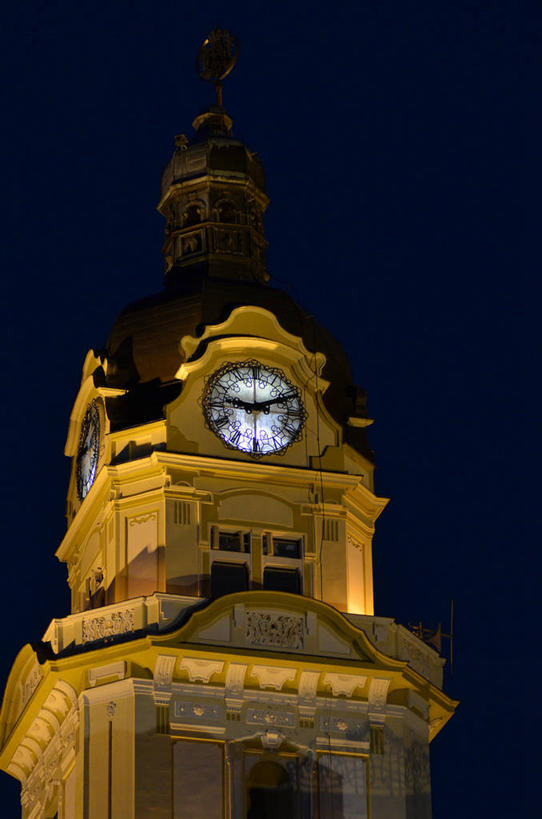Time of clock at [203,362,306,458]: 9:11
